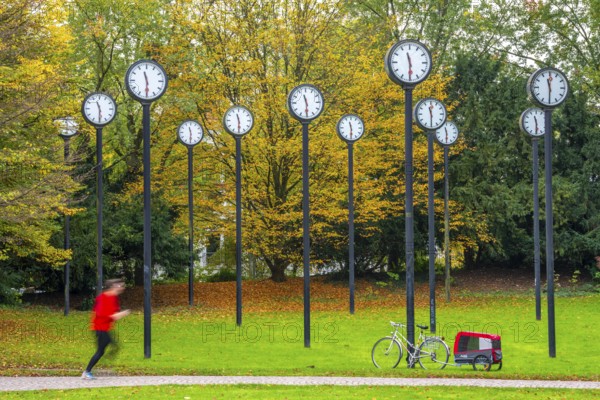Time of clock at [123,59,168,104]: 11:29
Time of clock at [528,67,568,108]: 11:29
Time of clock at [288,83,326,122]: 11:29
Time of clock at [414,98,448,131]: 11:29
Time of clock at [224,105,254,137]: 11:29
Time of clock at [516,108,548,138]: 11:29
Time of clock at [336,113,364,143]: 11:29
